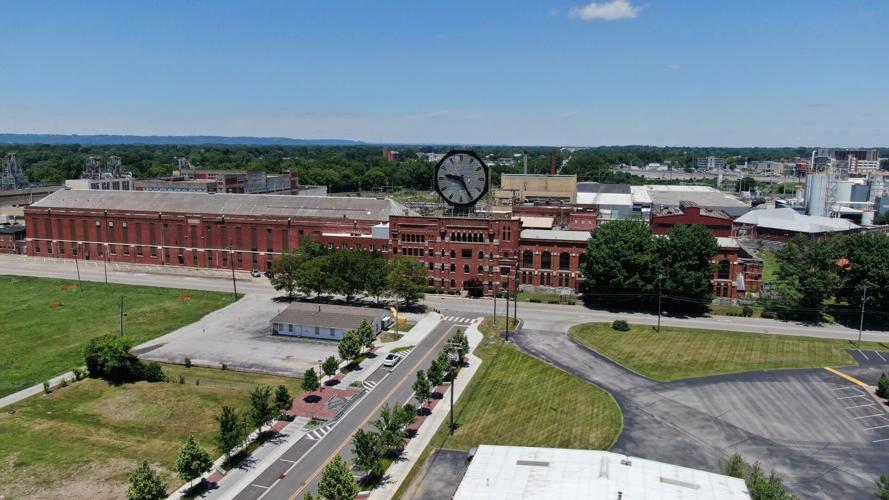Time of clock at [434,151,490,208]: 9:25
